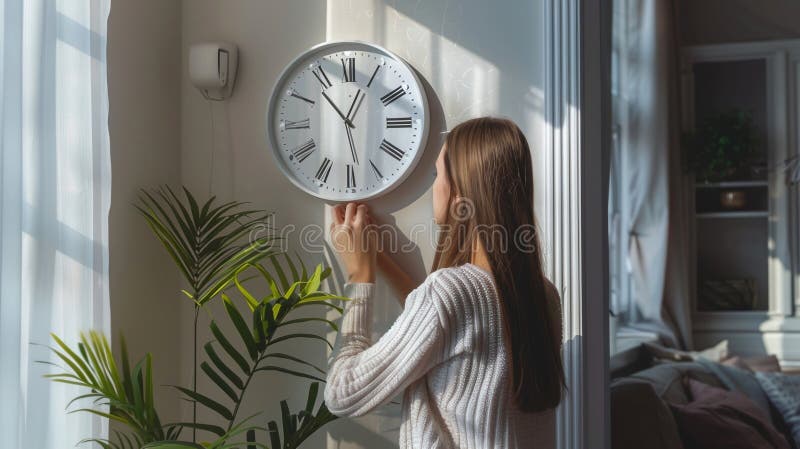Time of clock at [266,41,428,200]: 12:53
